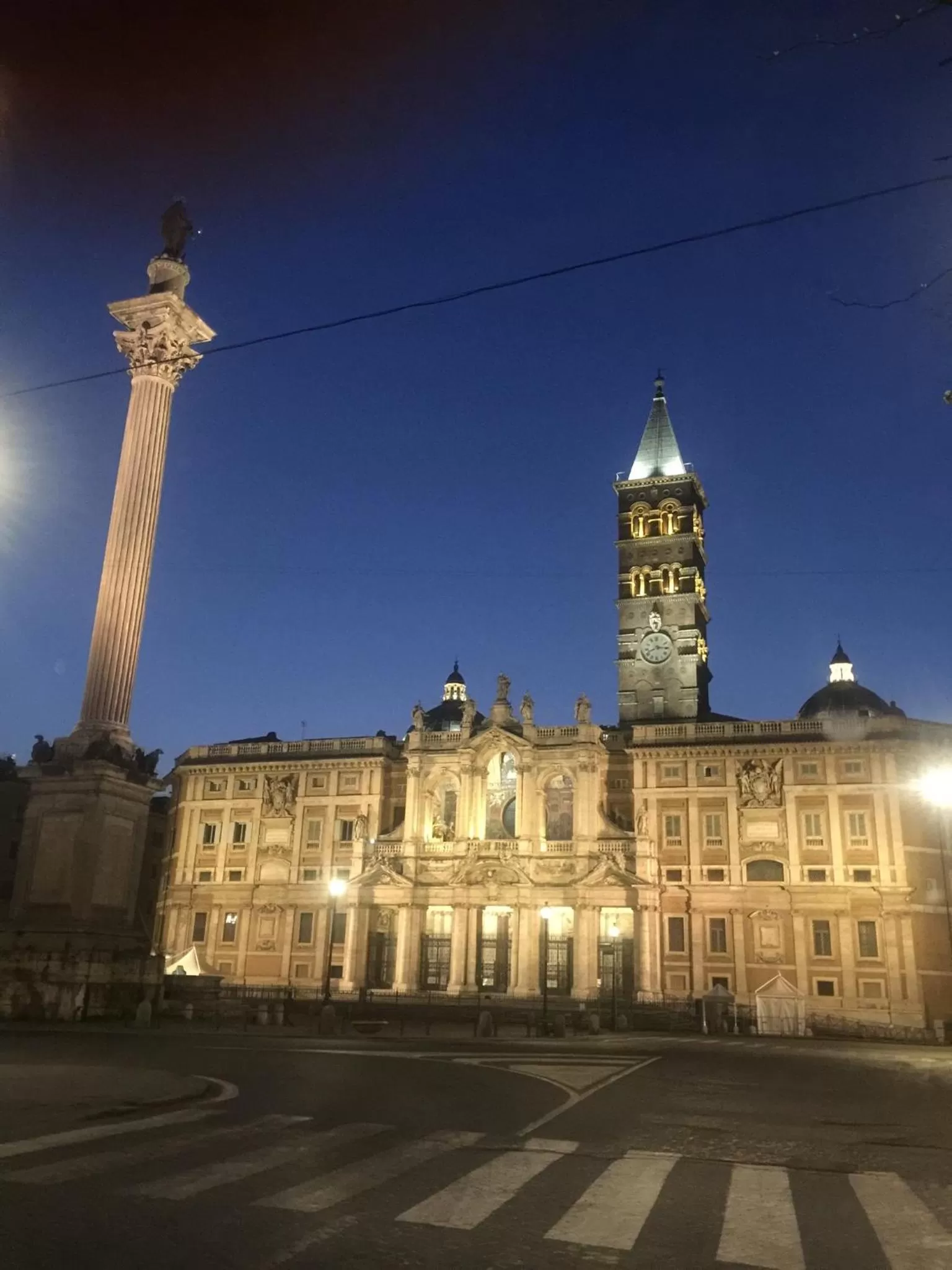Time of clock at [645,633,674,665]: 8:15
